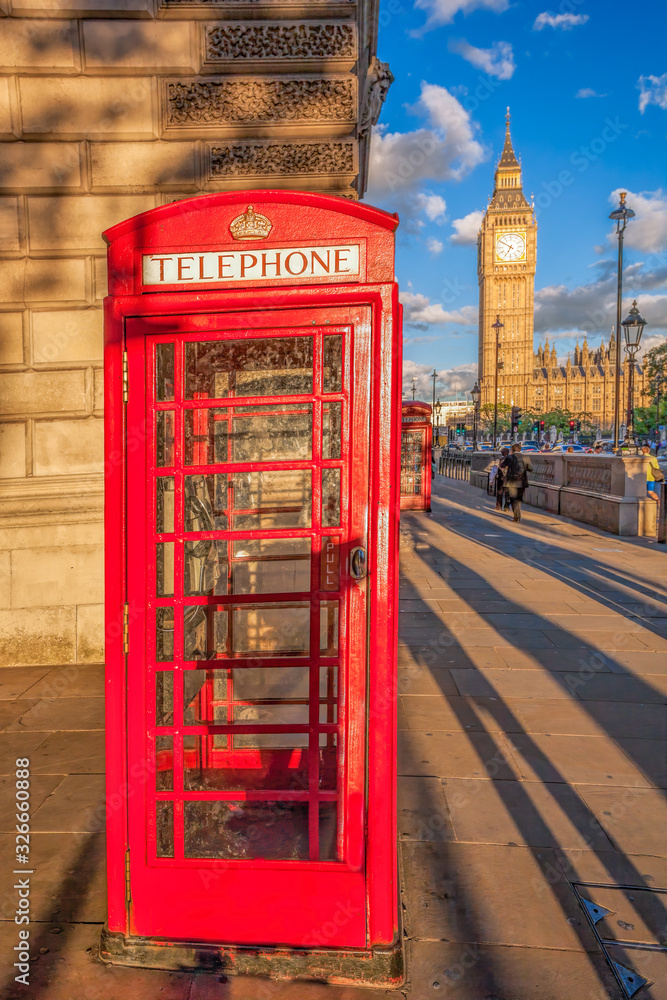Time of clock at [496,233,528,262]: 6:50
